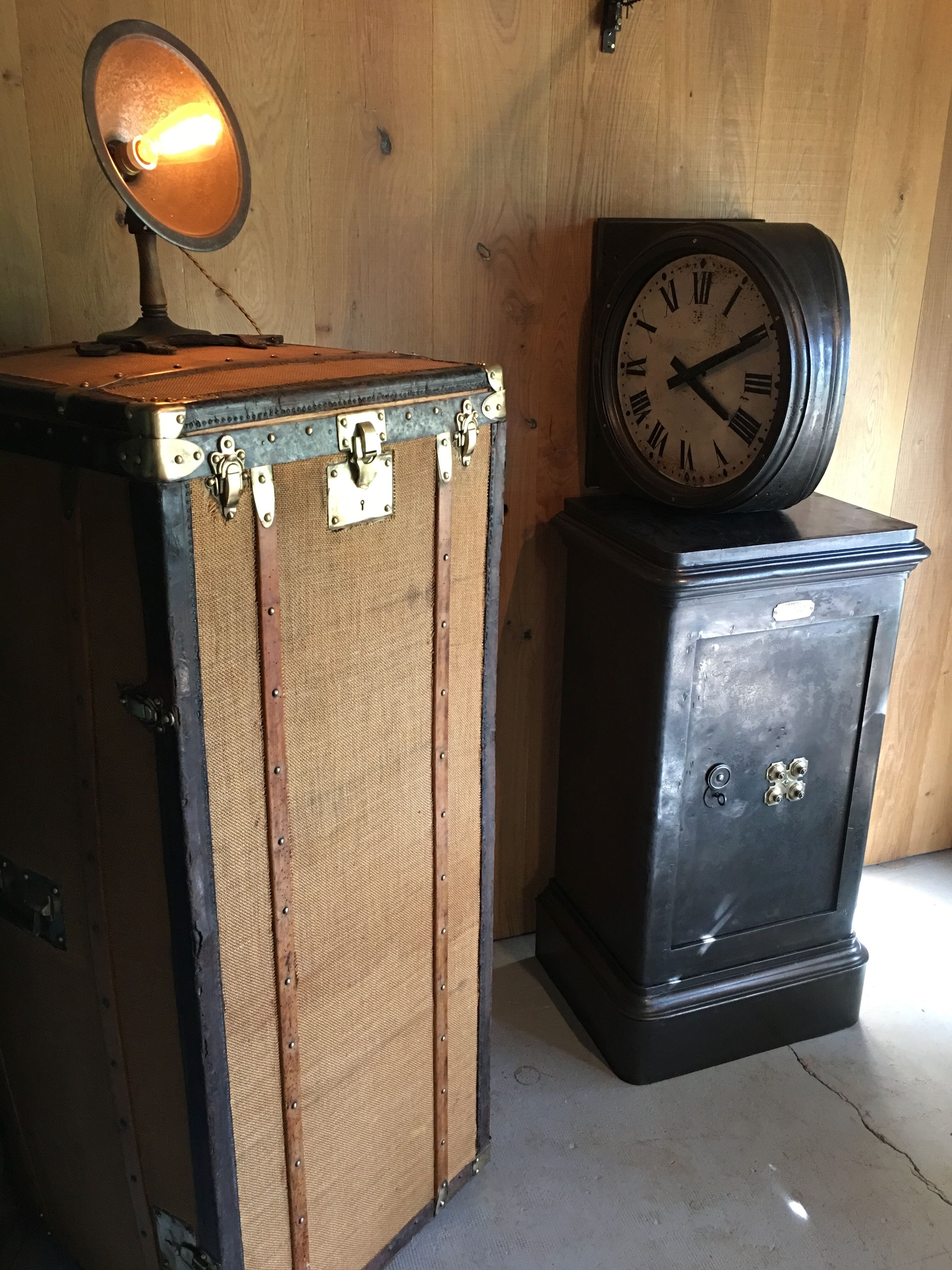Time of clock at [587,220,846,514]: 4:10
